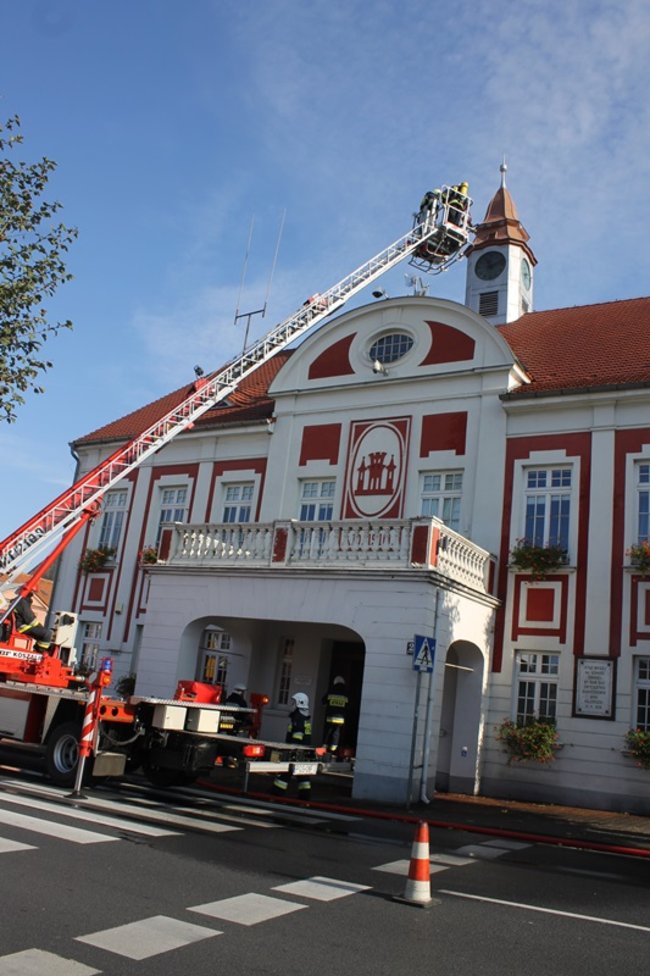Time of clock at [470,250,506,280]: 11:12
